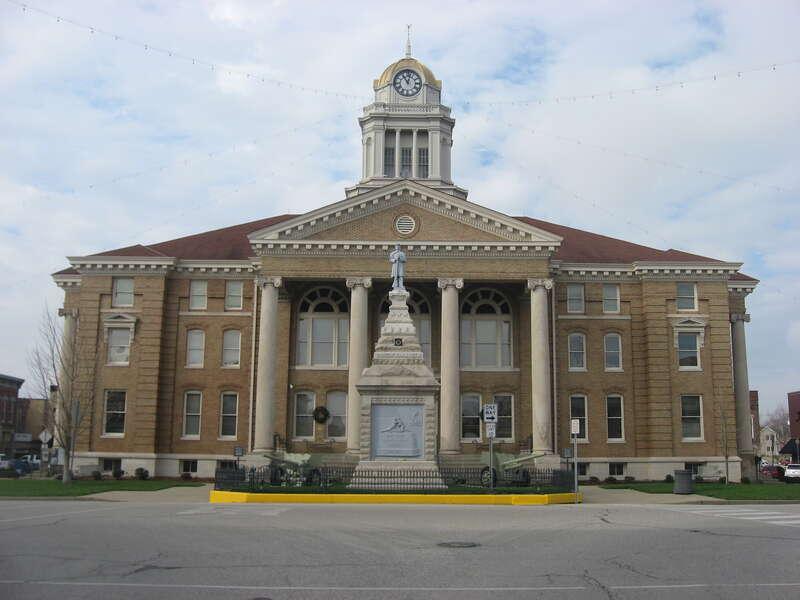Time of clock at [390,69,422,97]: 11:02
